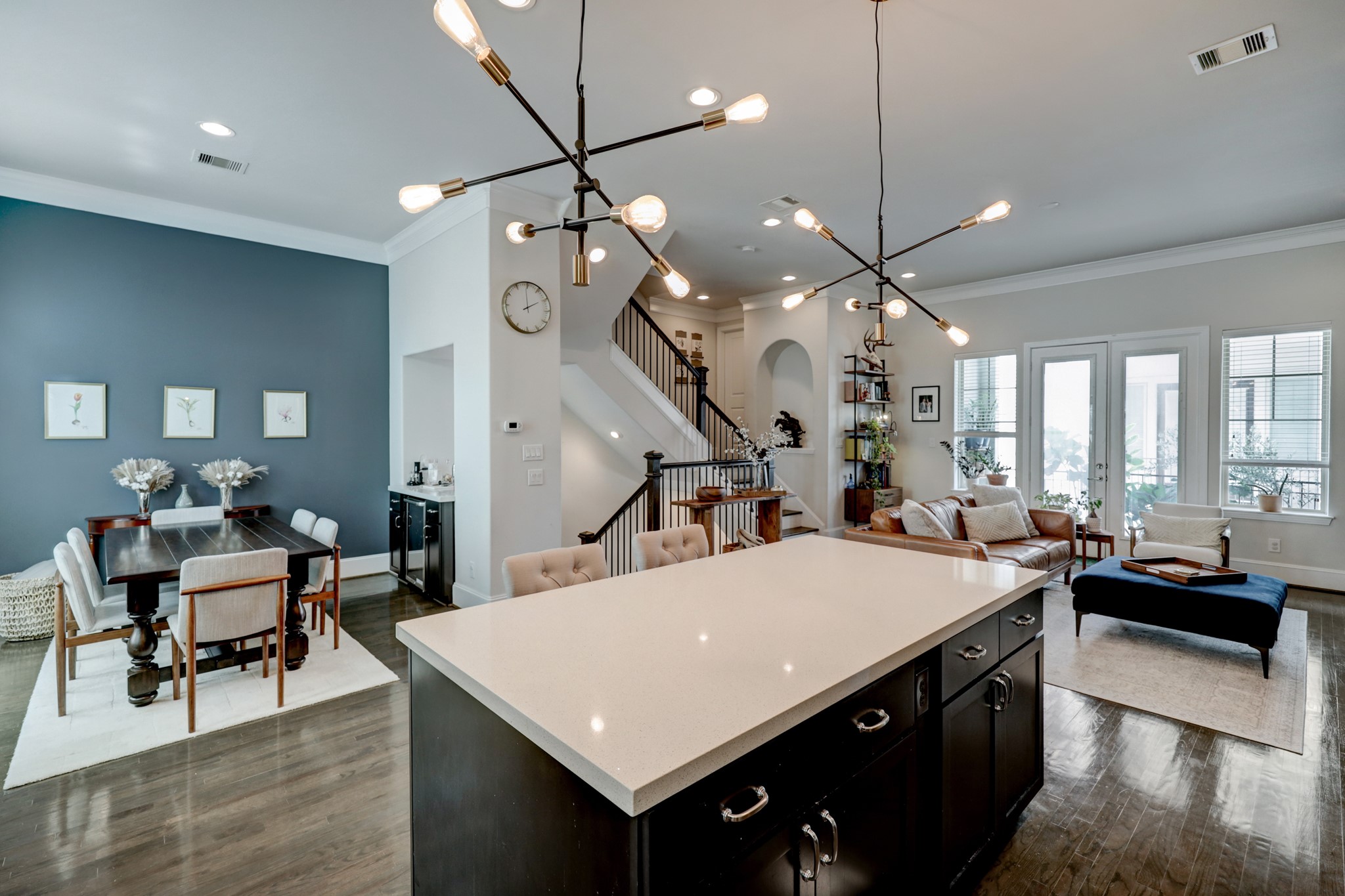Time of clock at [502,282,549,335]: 1:59
